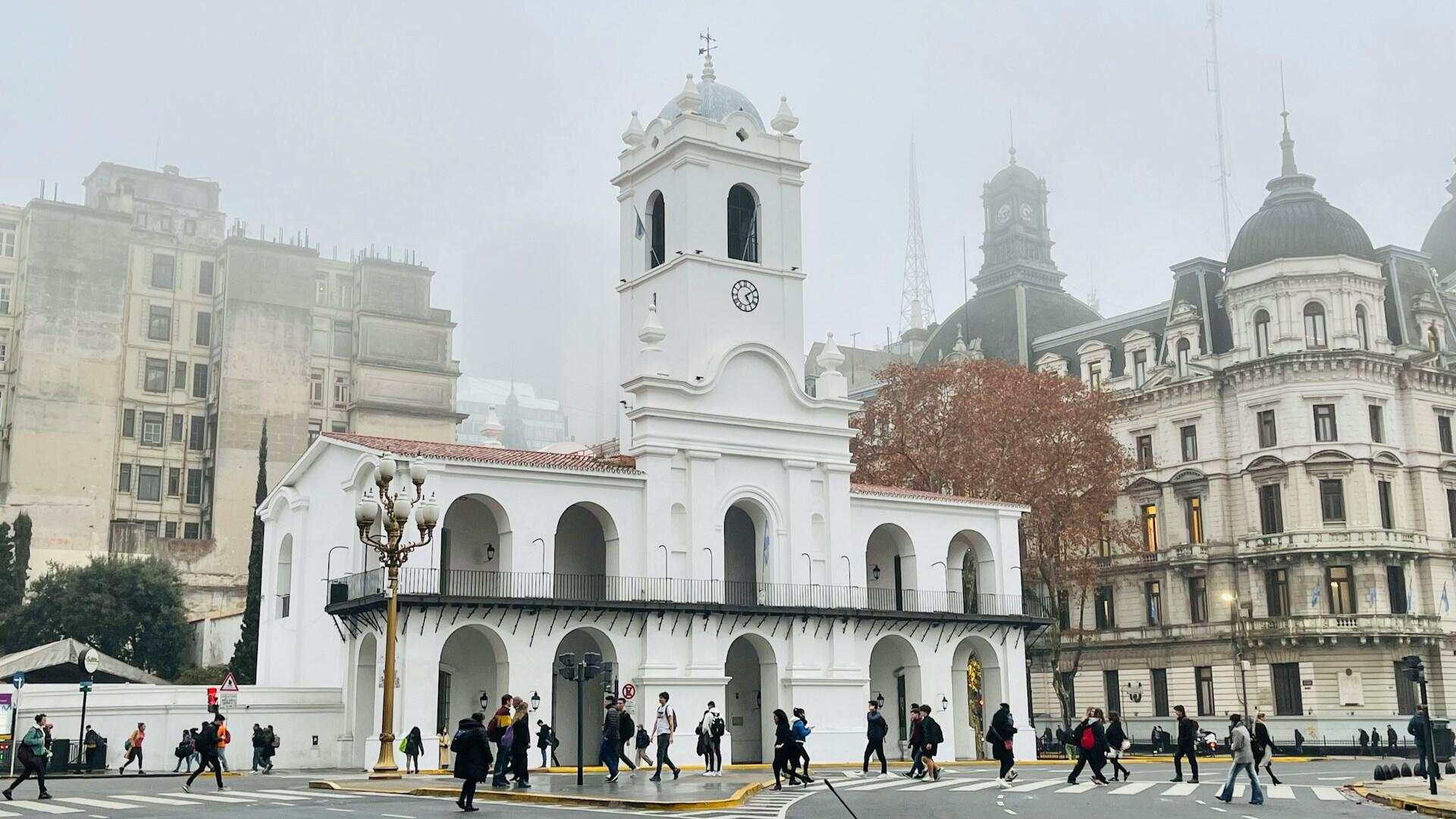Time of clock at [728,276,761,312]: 5:09
